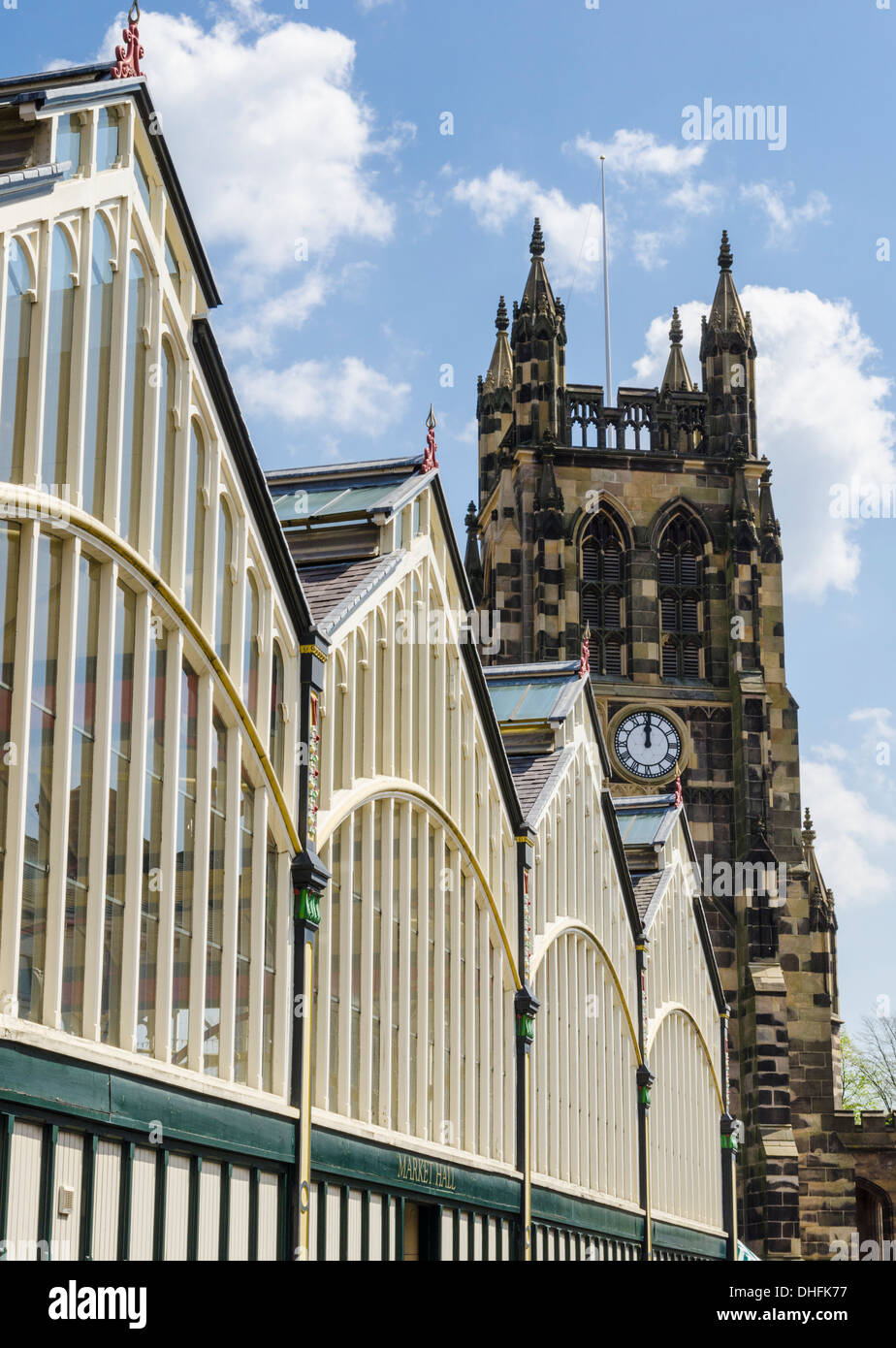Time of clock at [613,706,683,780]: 12:00
